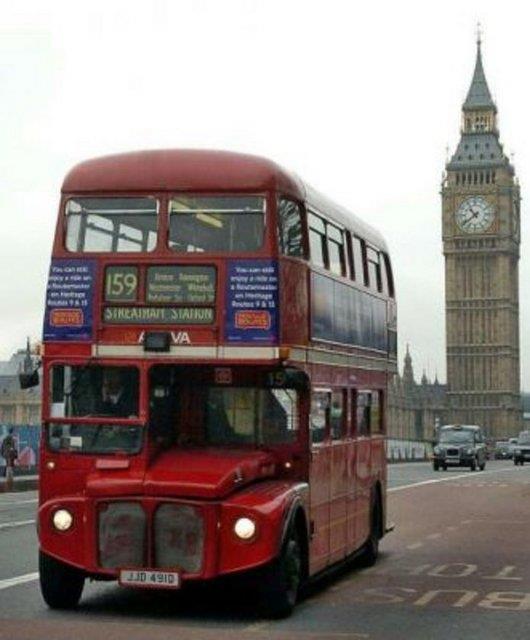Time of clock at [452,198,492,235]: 10:39
